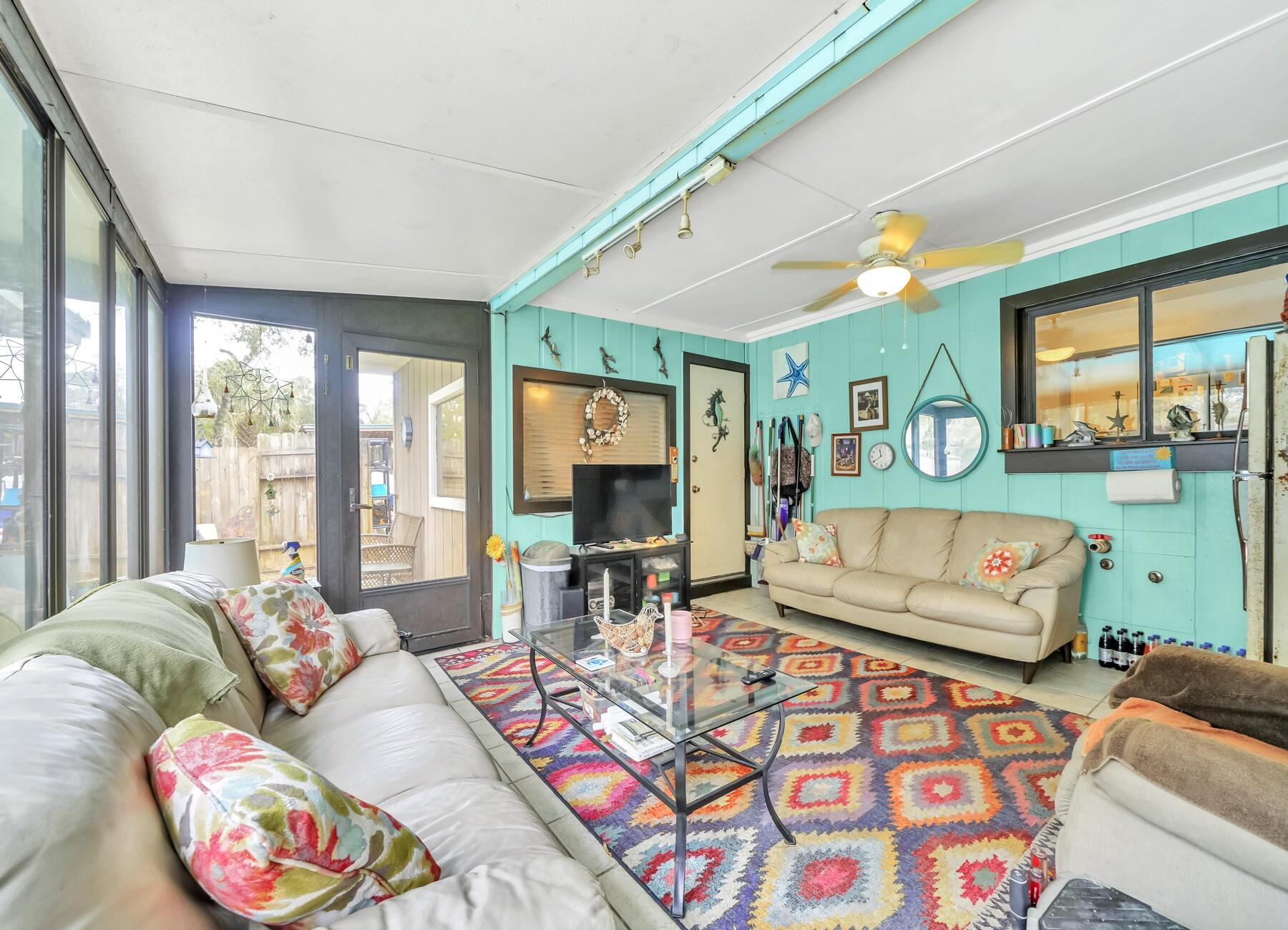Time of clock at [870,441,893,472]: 11:39
